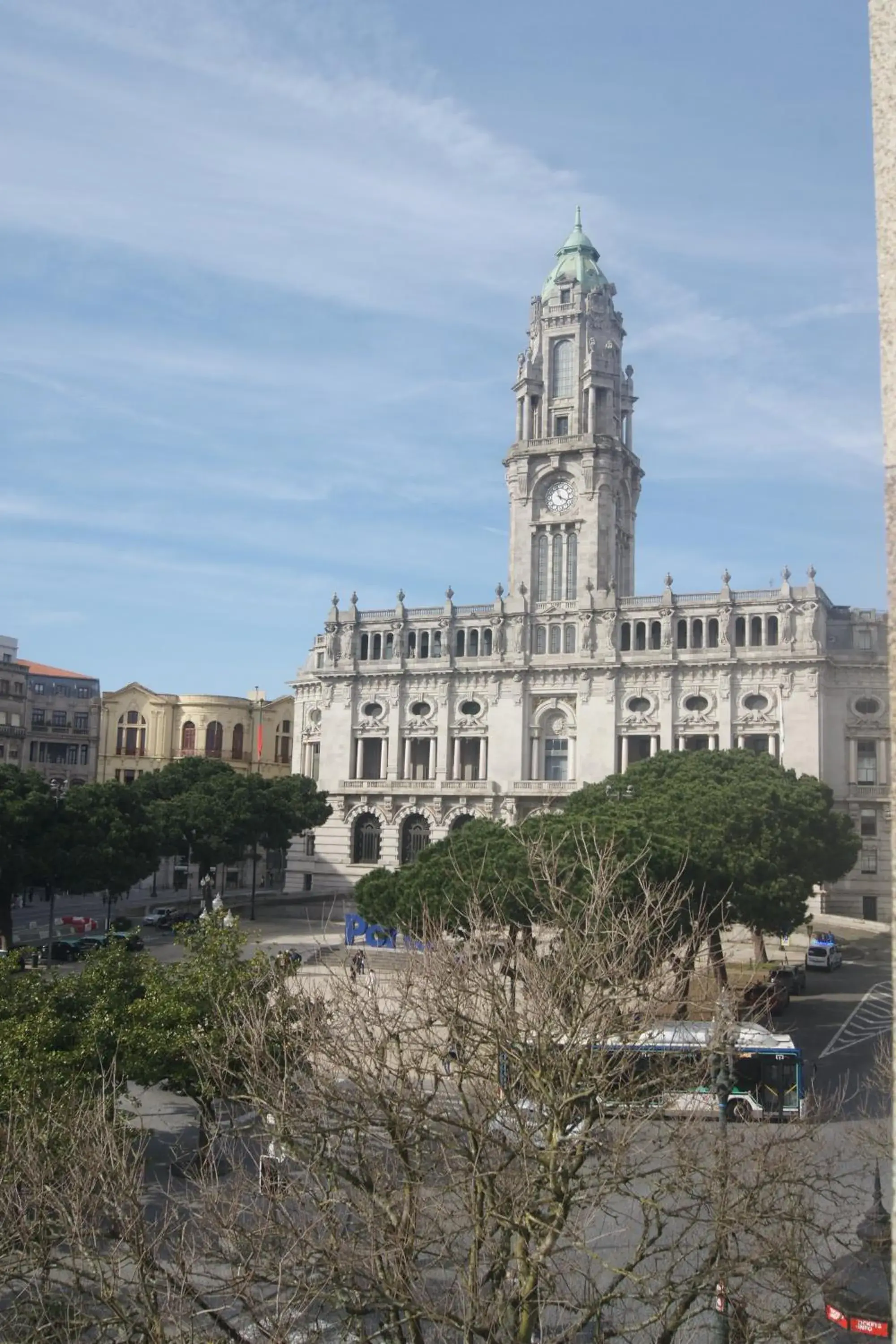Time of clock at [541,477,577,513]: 3:58
